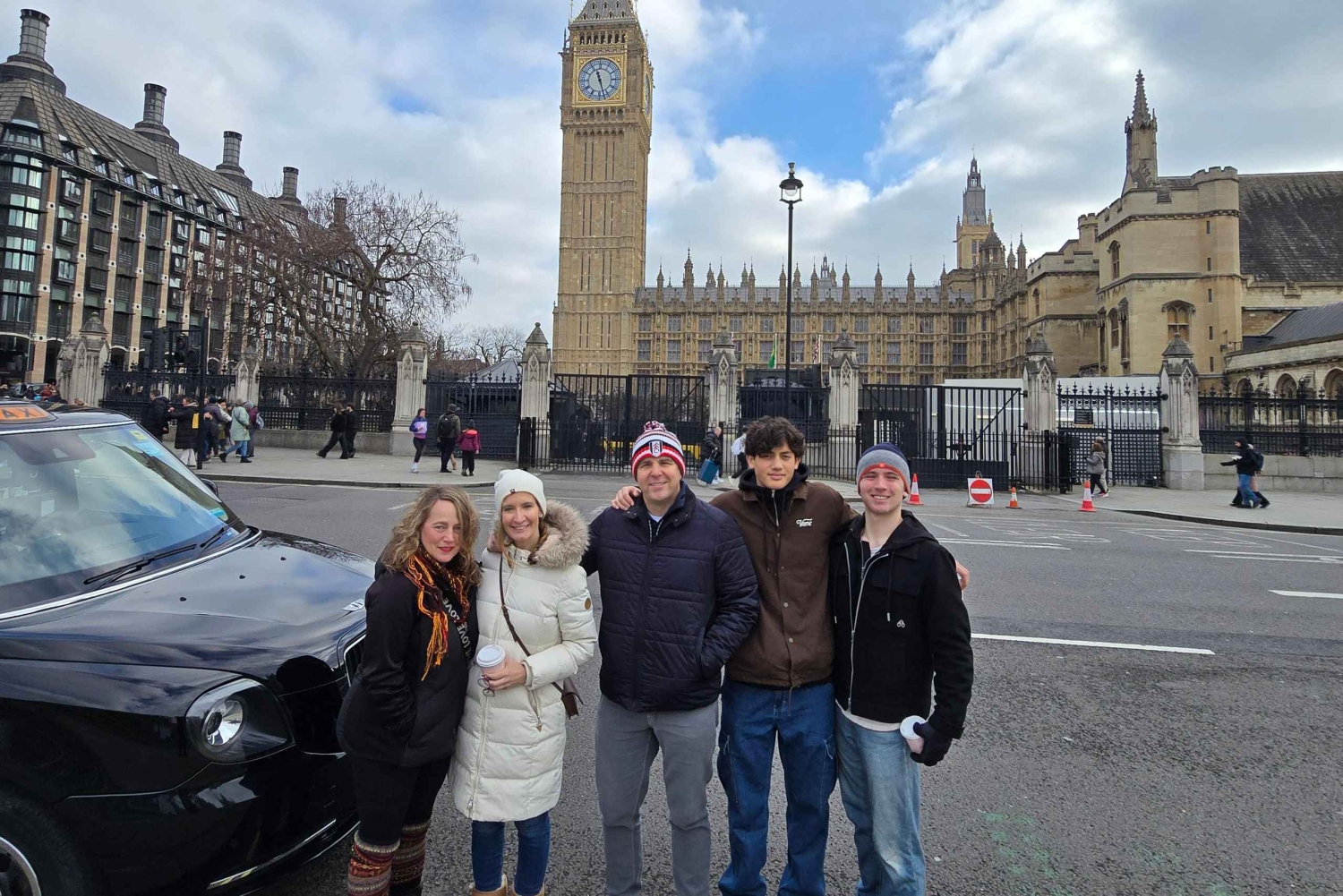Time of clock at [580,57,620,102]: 11:27
